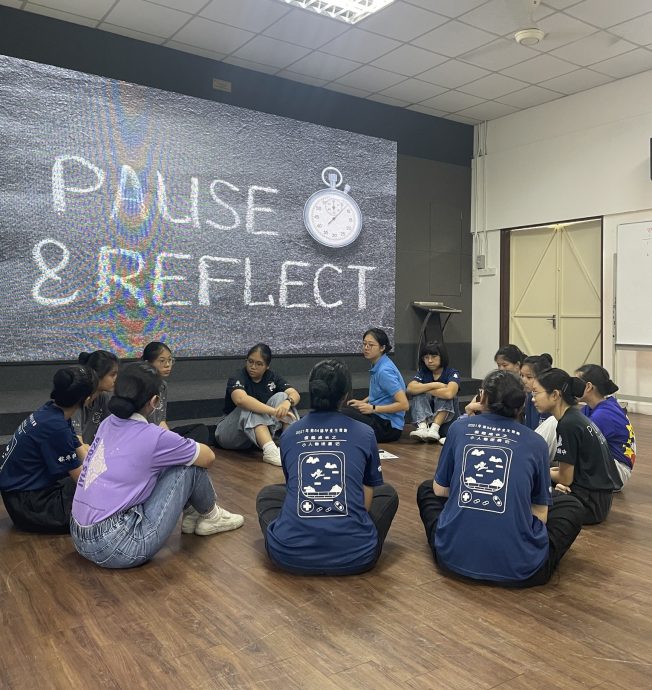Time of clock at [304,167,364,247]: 12:07
